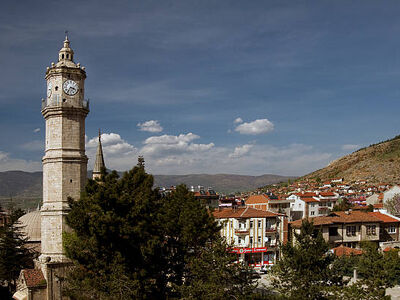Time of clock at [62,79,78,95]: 3:35
